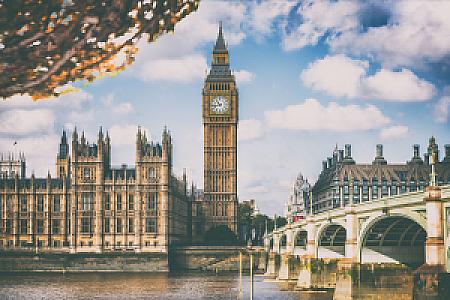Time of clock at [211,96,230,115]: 10:43
